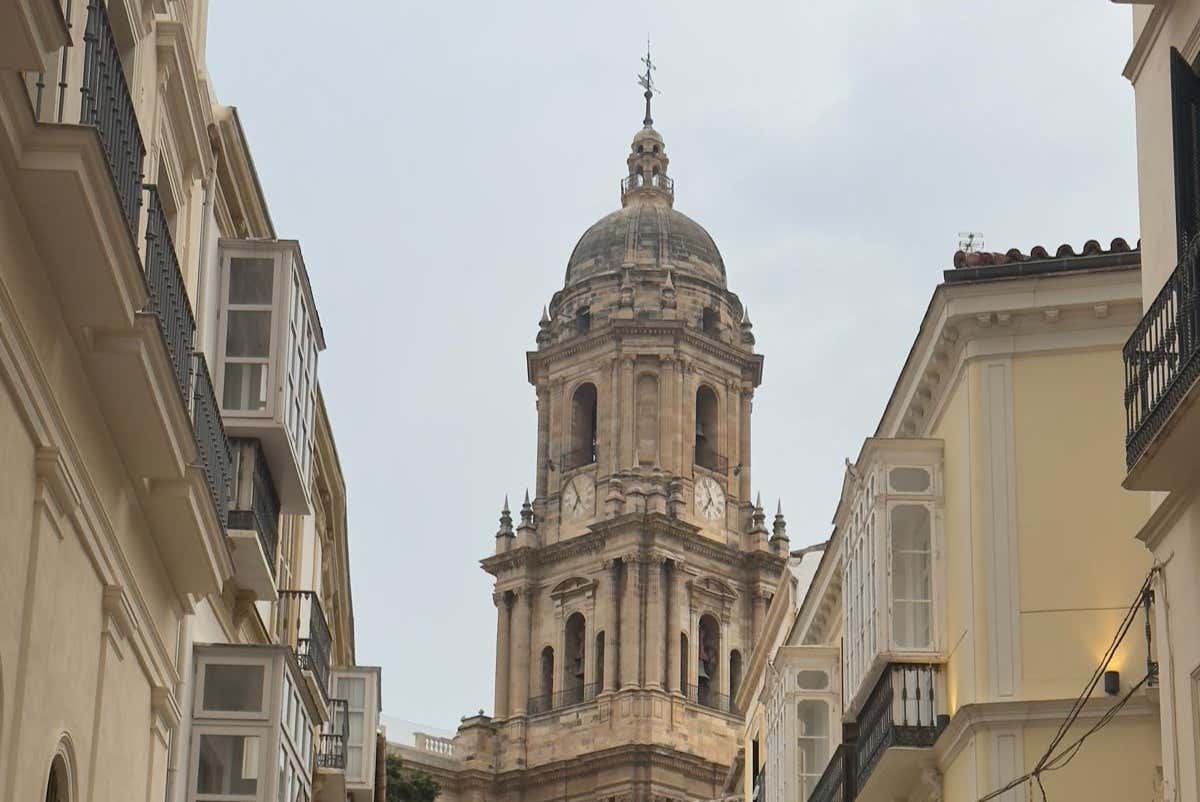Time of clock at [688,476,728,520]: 6:56
